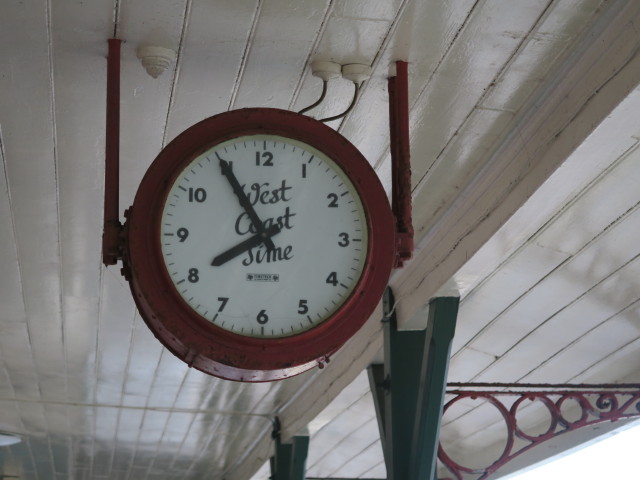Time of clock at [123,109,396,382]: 7:54
